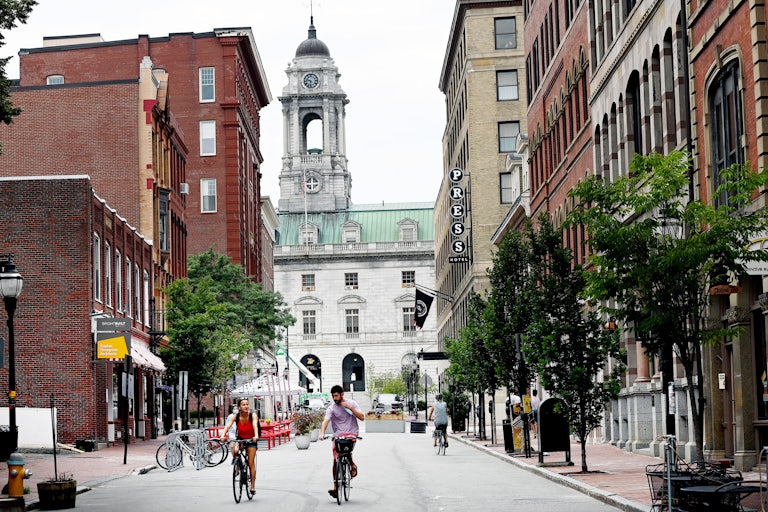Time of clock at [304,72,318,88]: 9:31
